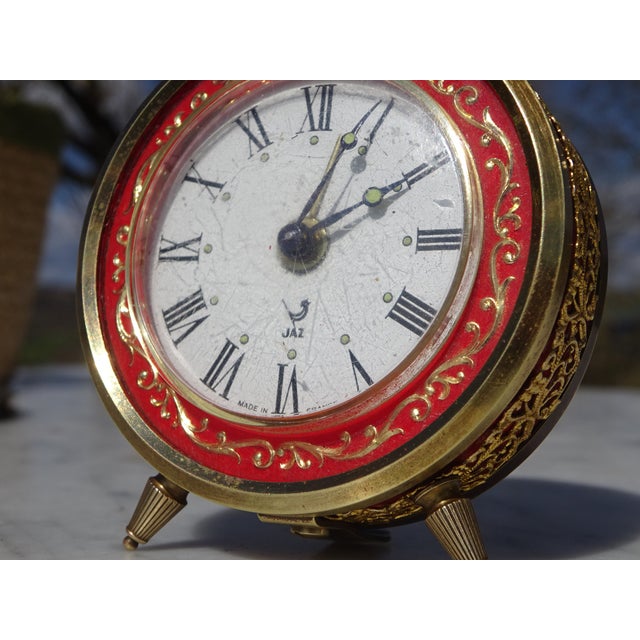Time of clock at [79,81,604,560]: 2:03
